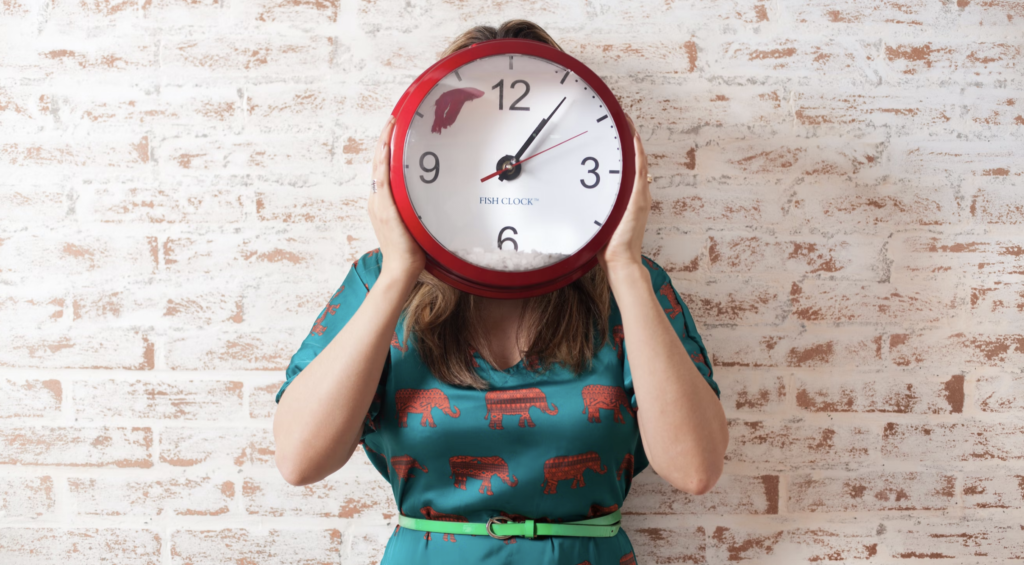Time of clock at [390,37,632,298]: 1:06
